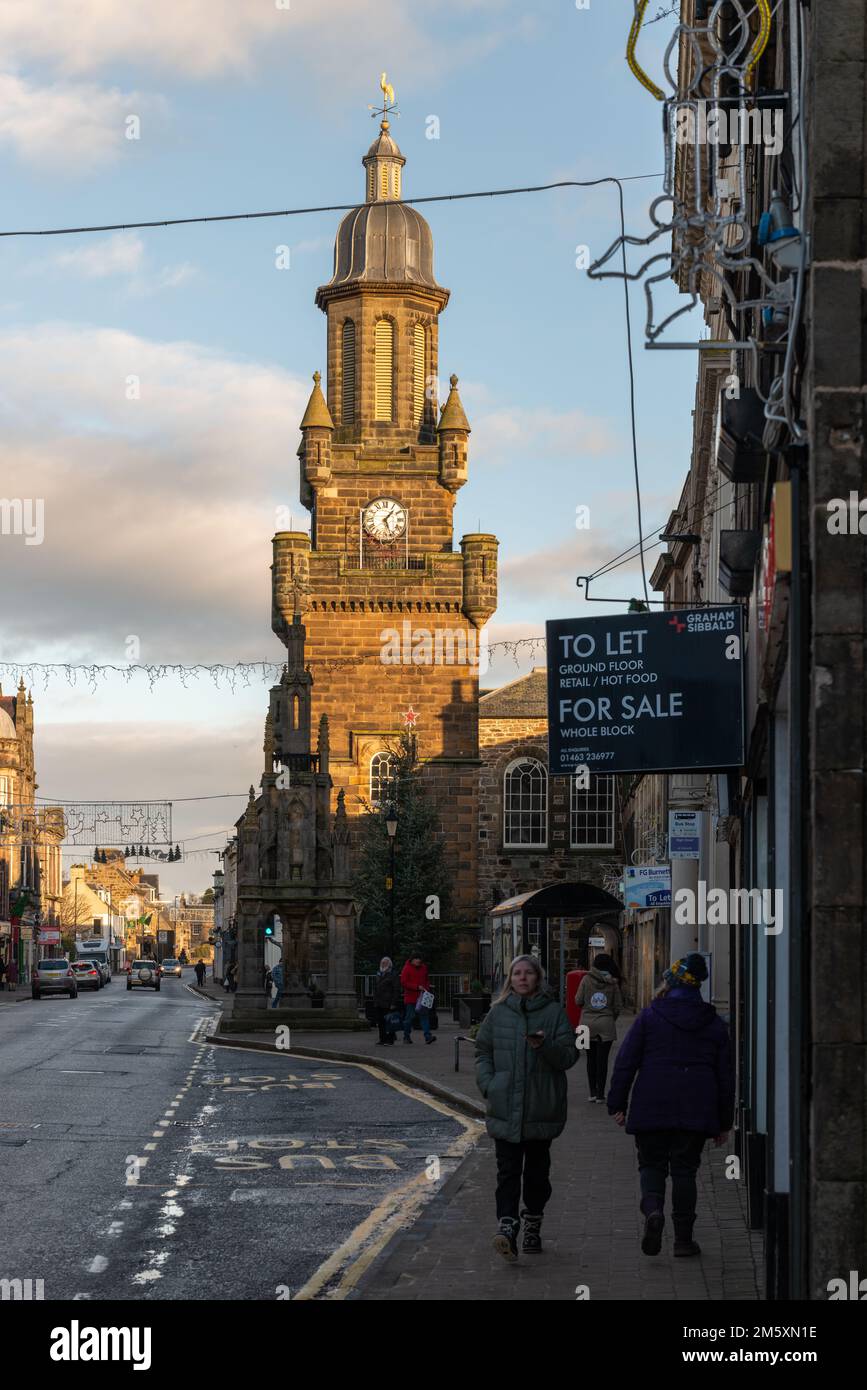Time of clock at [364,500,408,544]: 1:26
